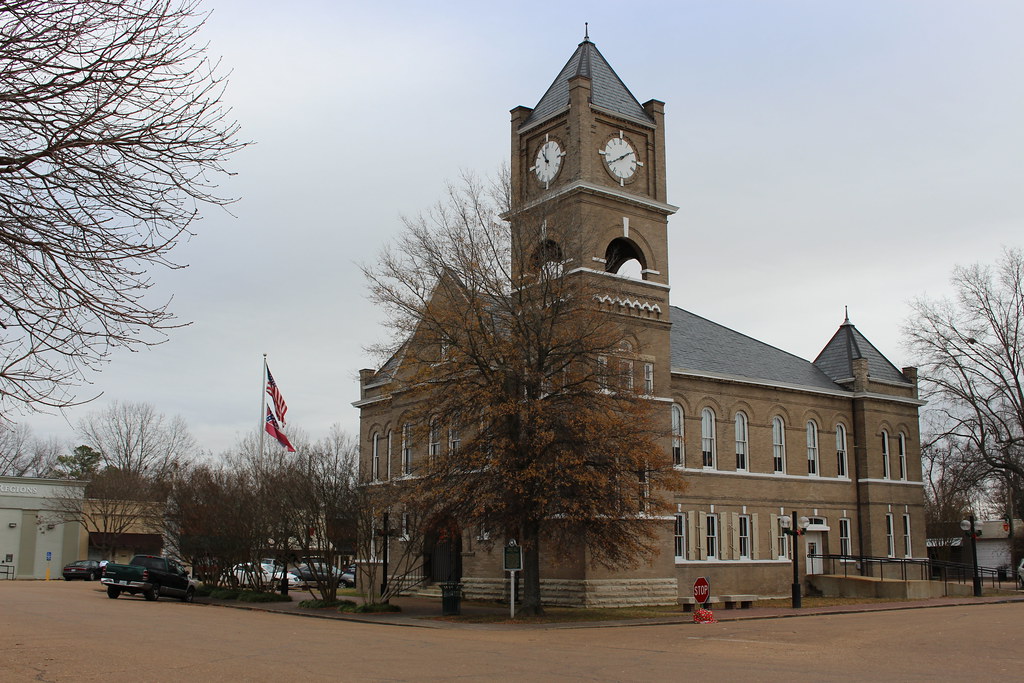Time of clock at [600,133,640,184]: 1:39
